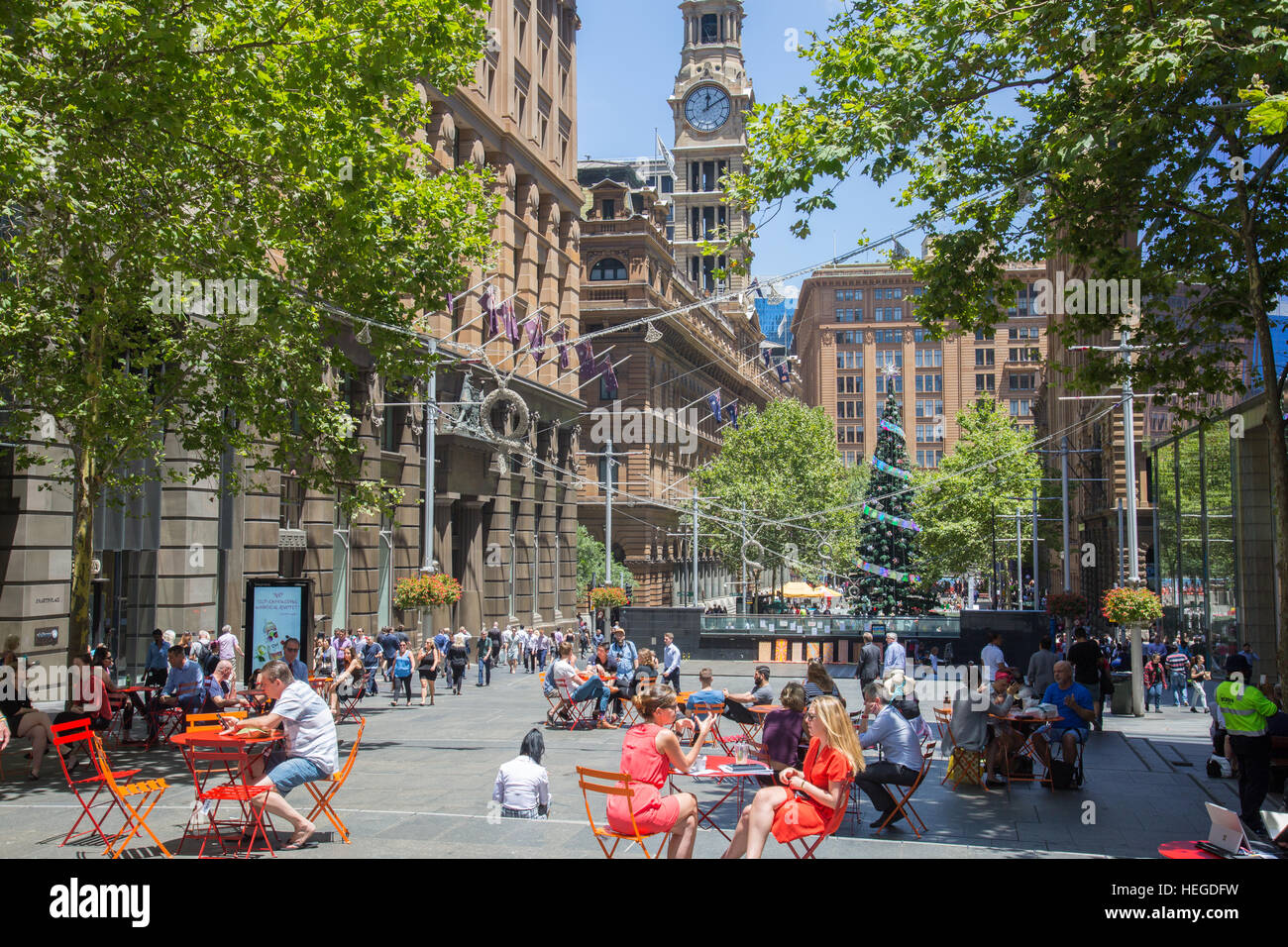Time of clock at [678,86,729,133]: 12:09
